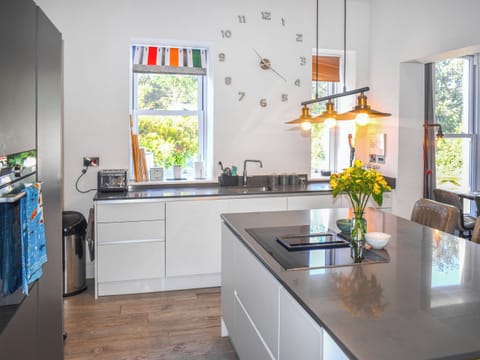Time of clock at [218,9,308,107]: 4:21
